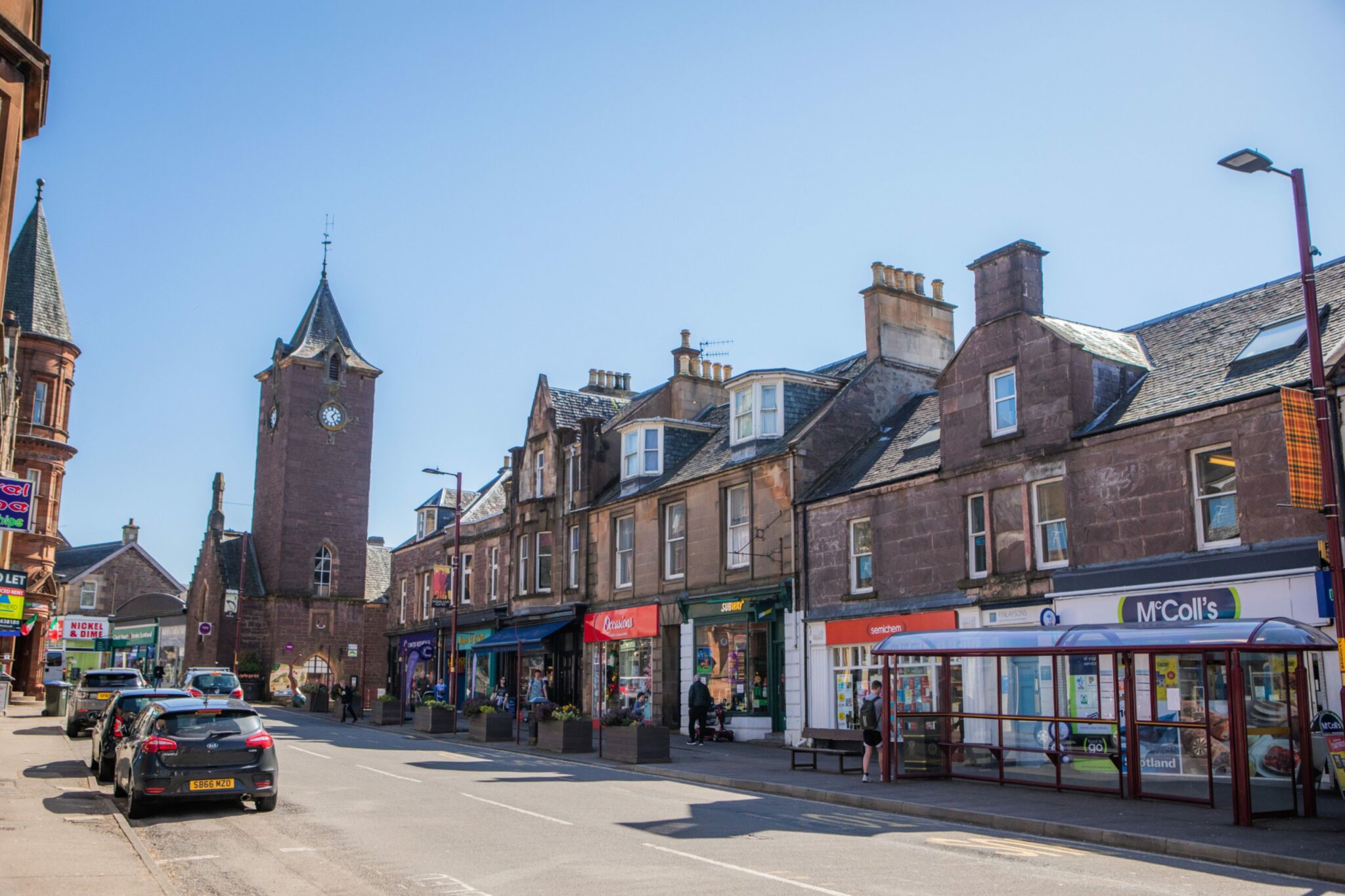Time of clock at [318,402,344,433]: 1:24
